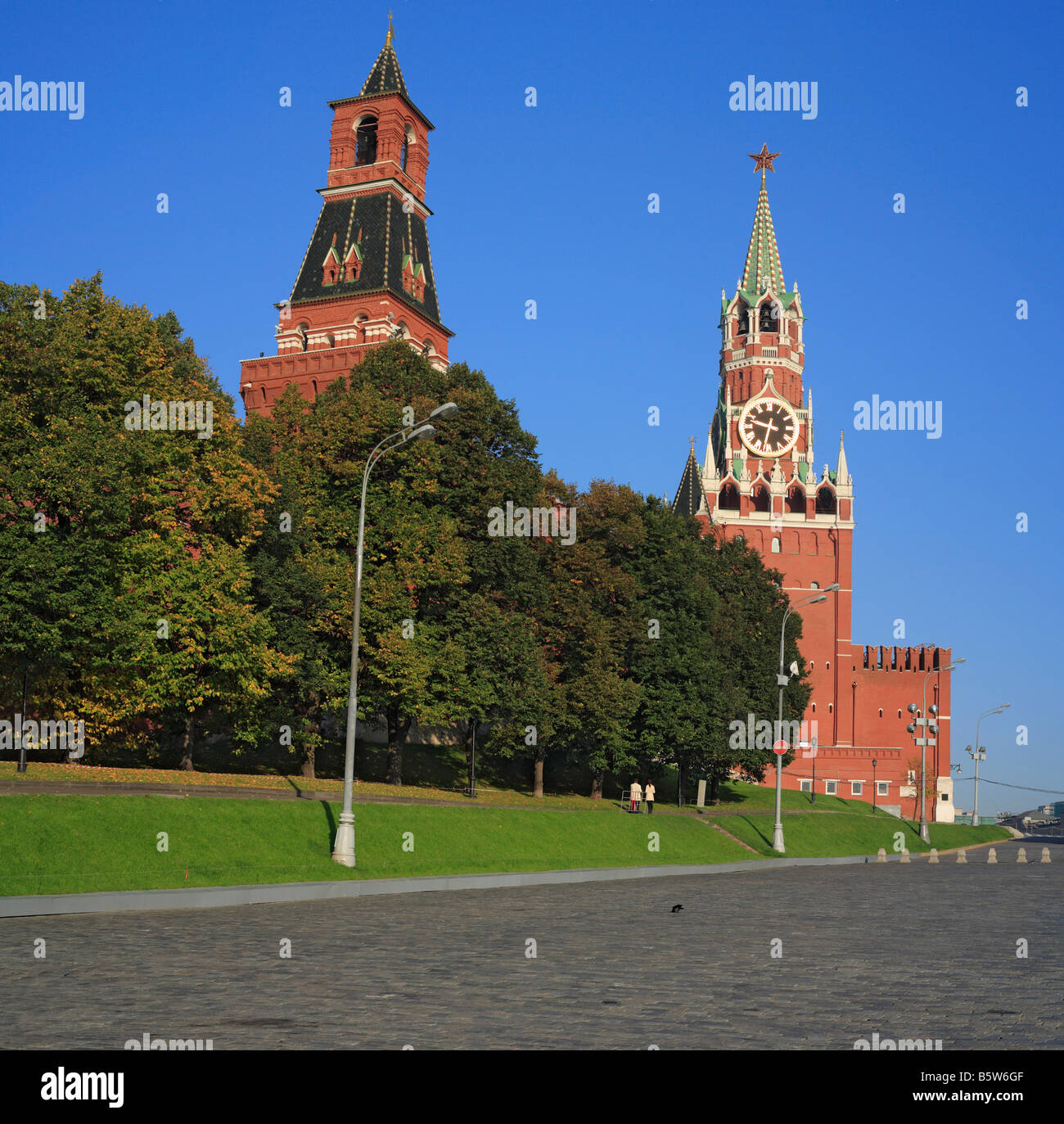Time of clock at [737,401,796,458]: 9:32
